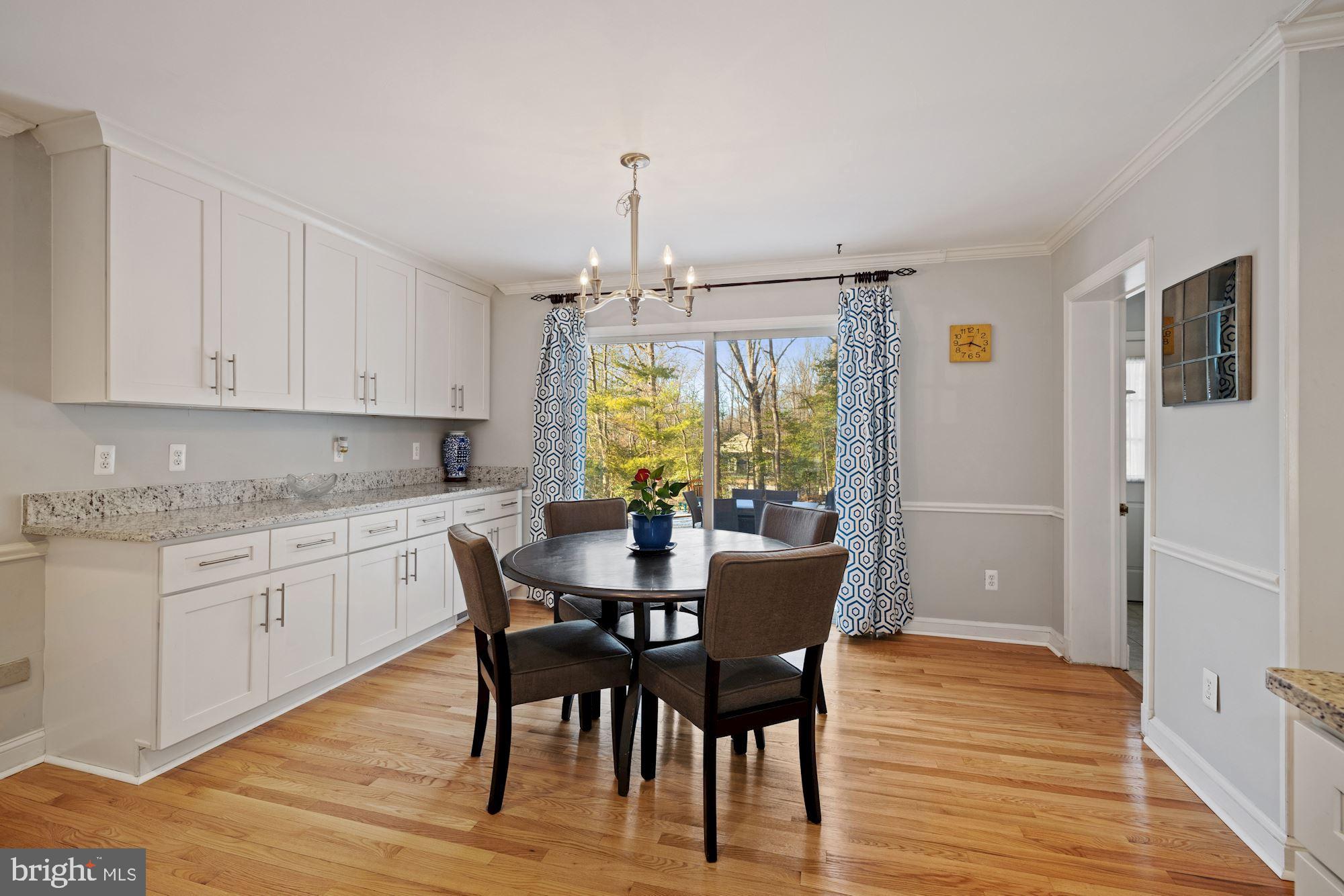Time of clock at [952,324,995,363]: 3:43
